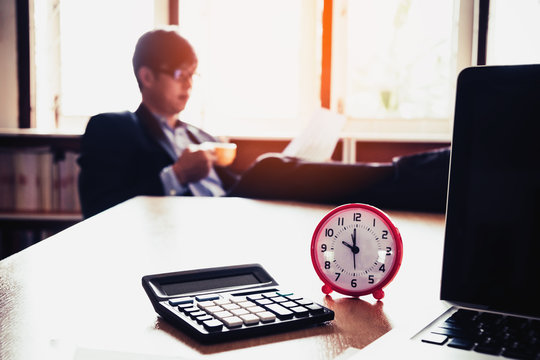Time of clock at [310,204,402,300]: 9:59
